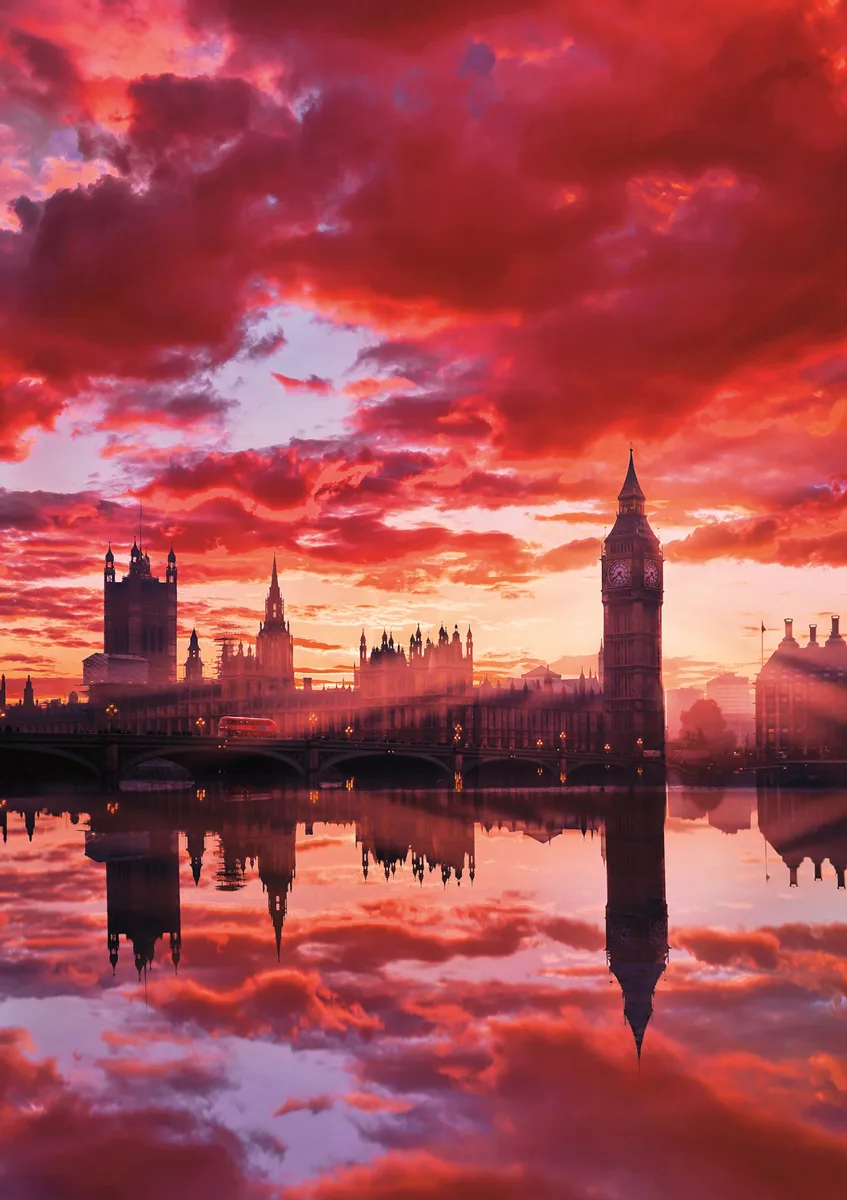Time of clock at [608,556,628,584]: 4:38
